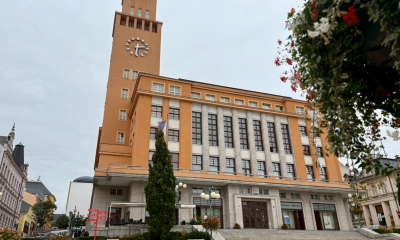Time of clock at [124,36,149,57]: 6:13
